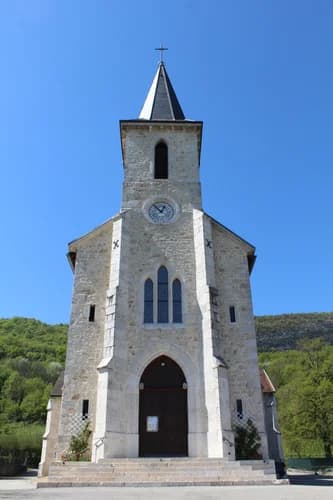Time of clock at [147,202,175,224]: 12:52
